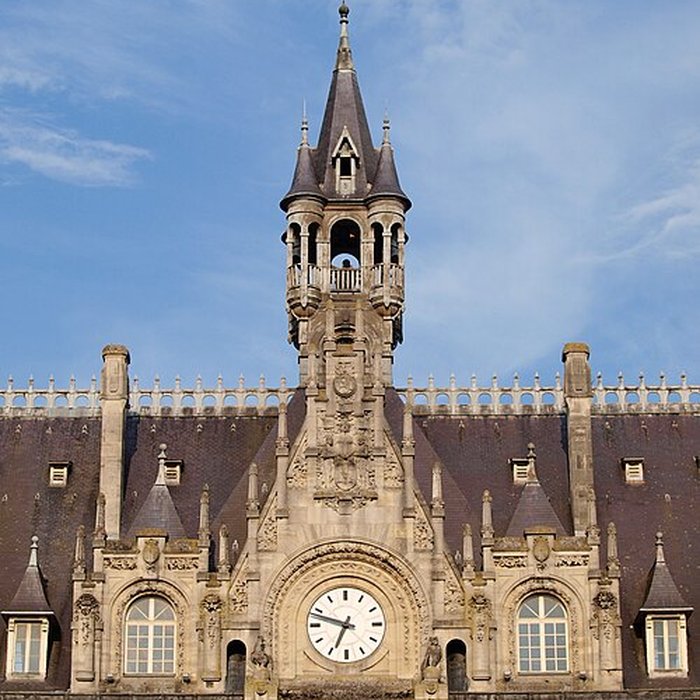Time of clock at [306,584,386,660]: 6:48
